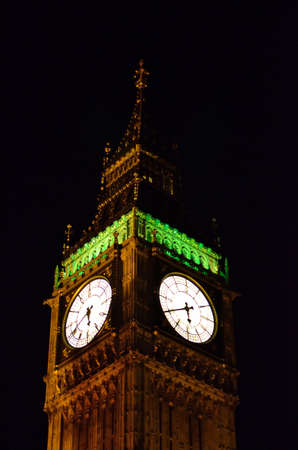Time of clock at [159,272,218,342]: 5:40
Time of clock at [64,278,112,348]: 5:40
